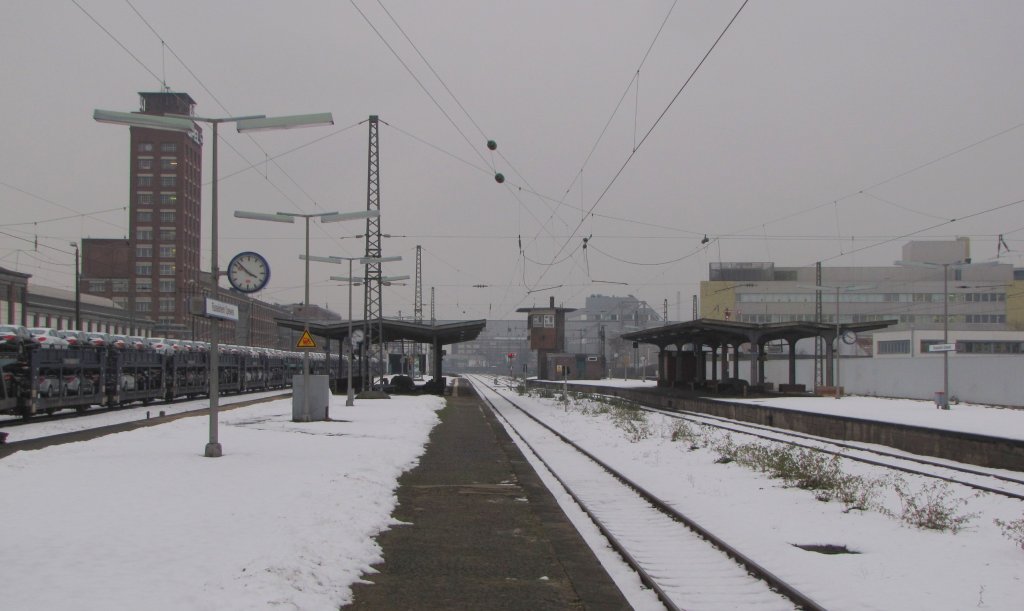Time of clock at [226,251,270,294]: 3:52
